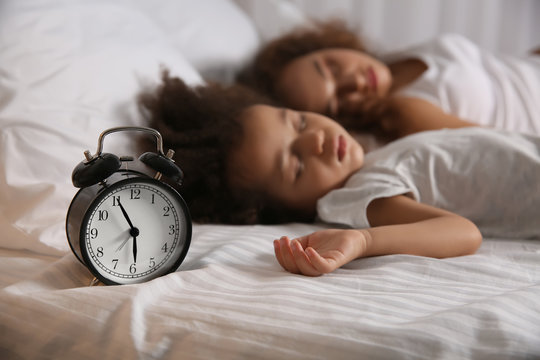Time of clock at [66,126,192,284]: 5:55
